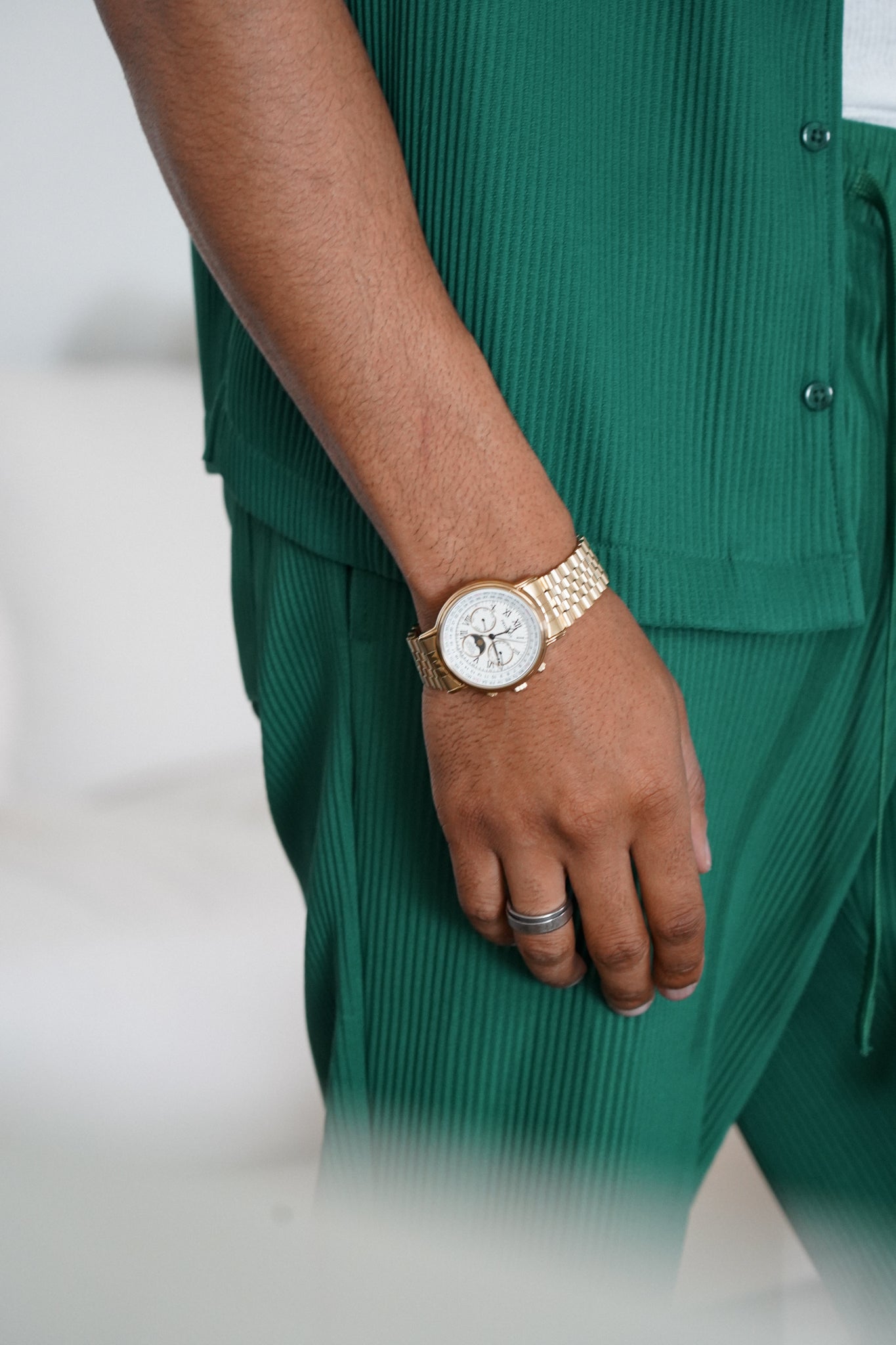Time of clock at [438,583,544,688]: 5:11
